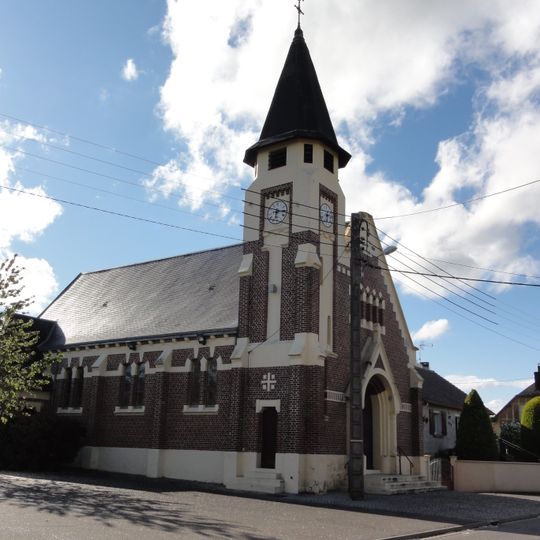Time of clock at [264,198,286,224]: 6:15
